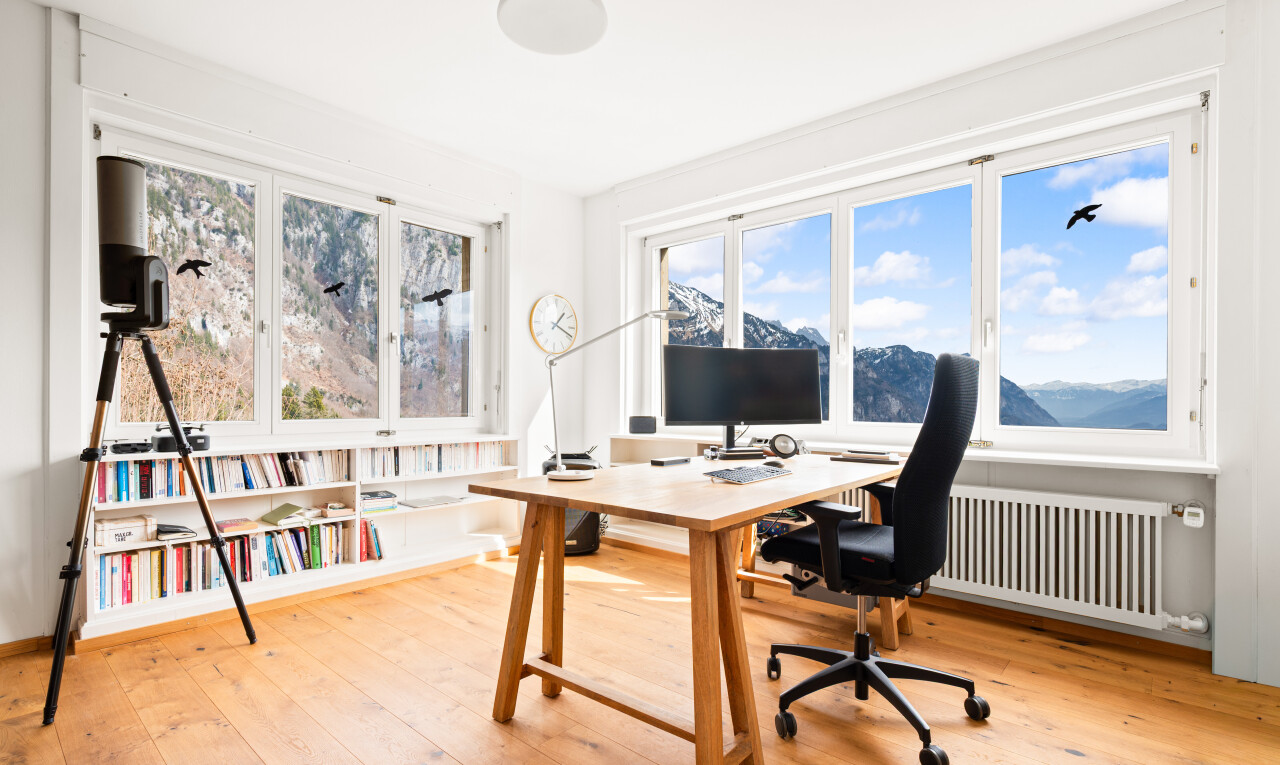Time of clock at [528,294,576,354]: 1:18
